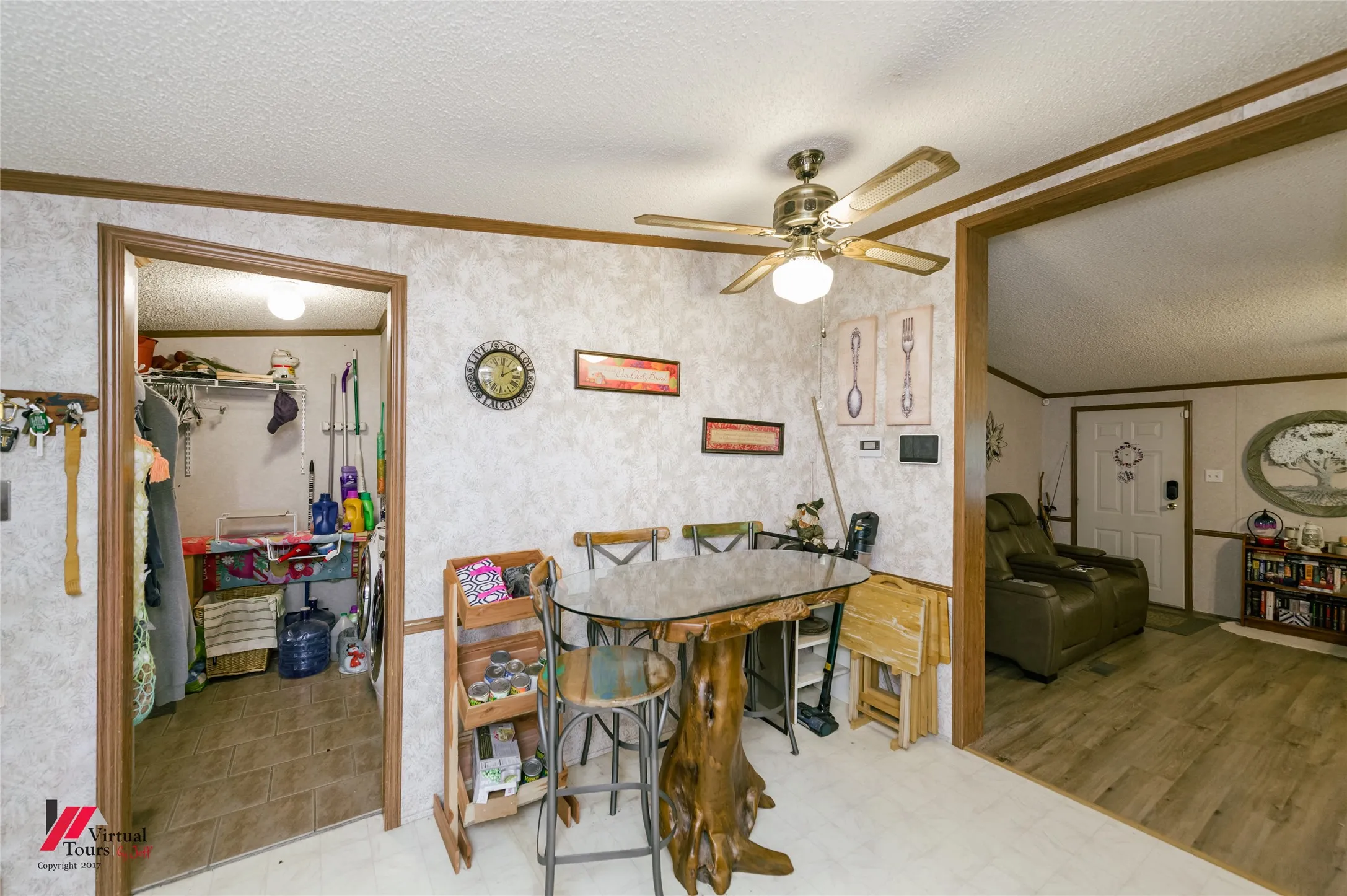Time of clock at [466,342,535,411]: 2:01
